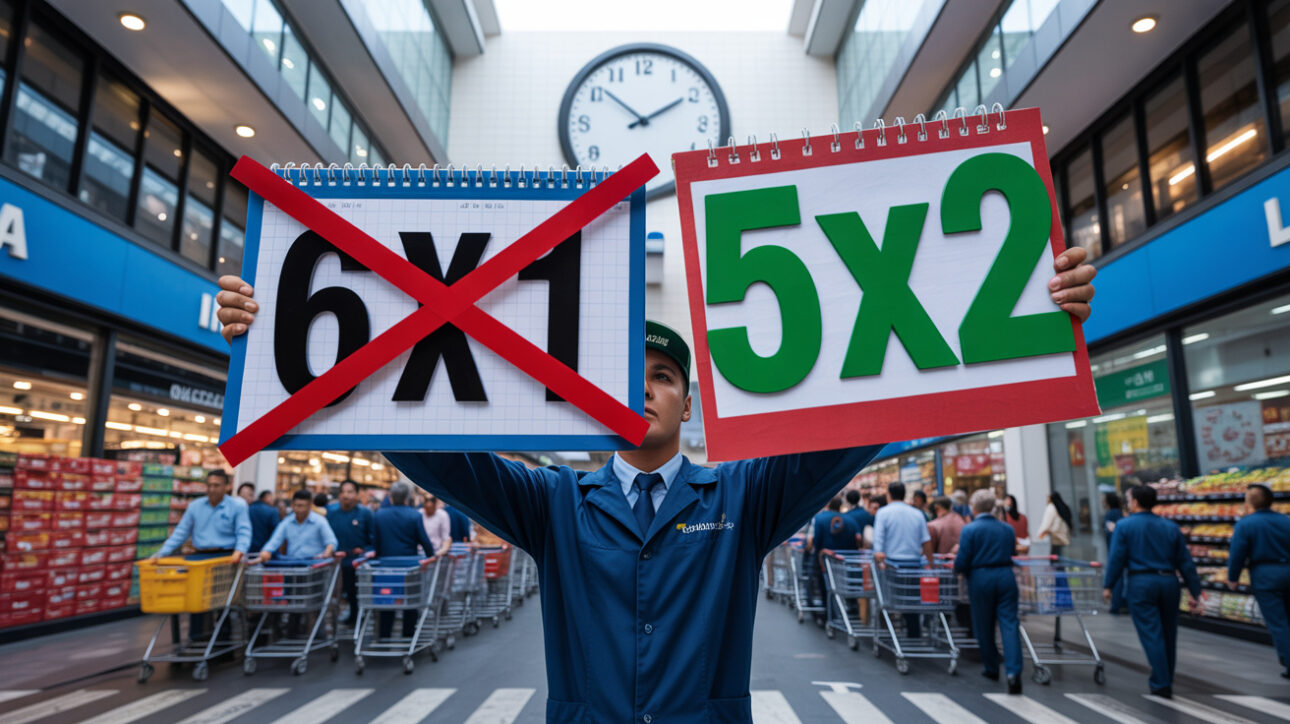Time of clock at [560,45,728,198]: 1:51
